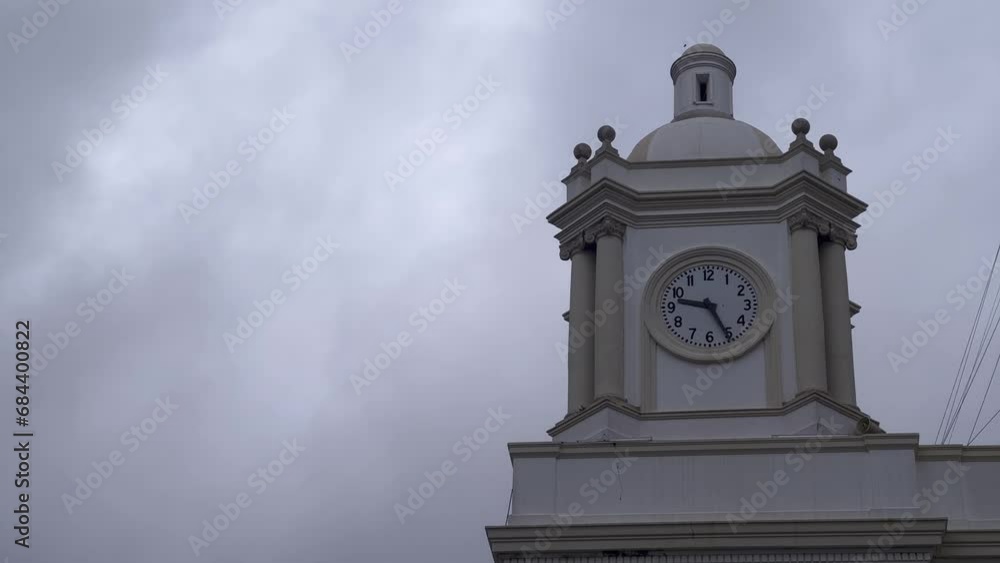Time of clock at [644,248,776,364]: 9:25
